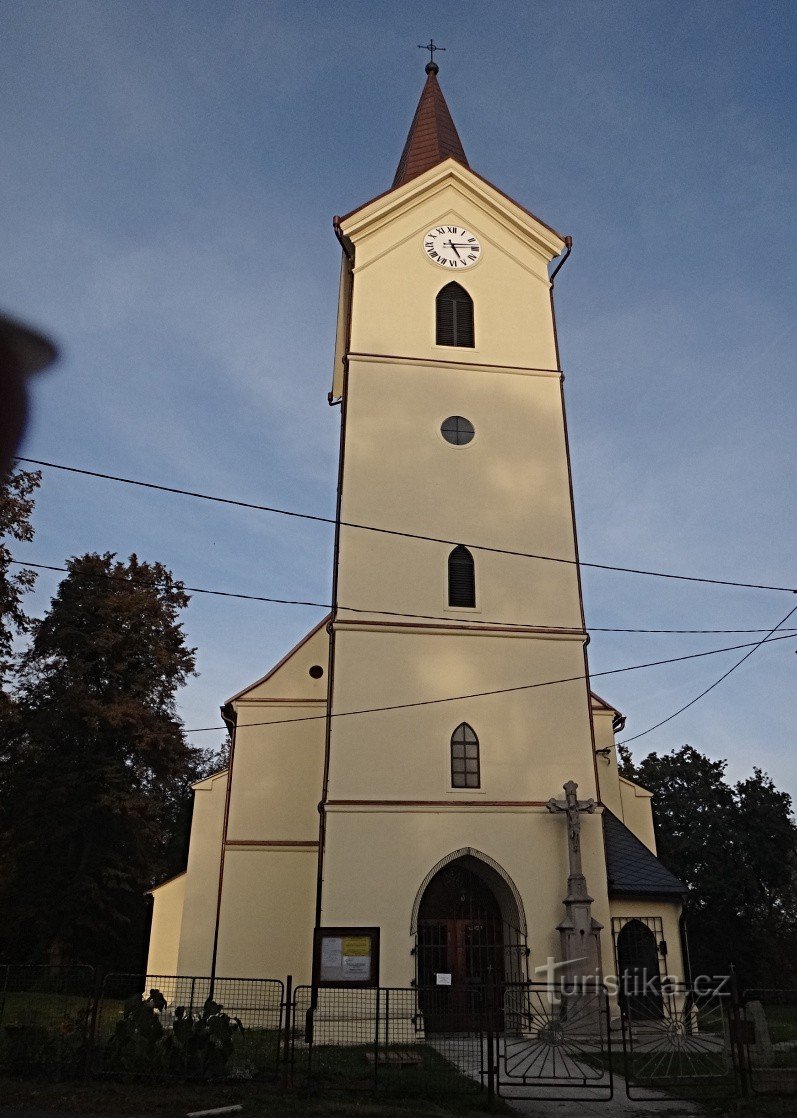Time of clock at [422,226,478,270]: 5:13
